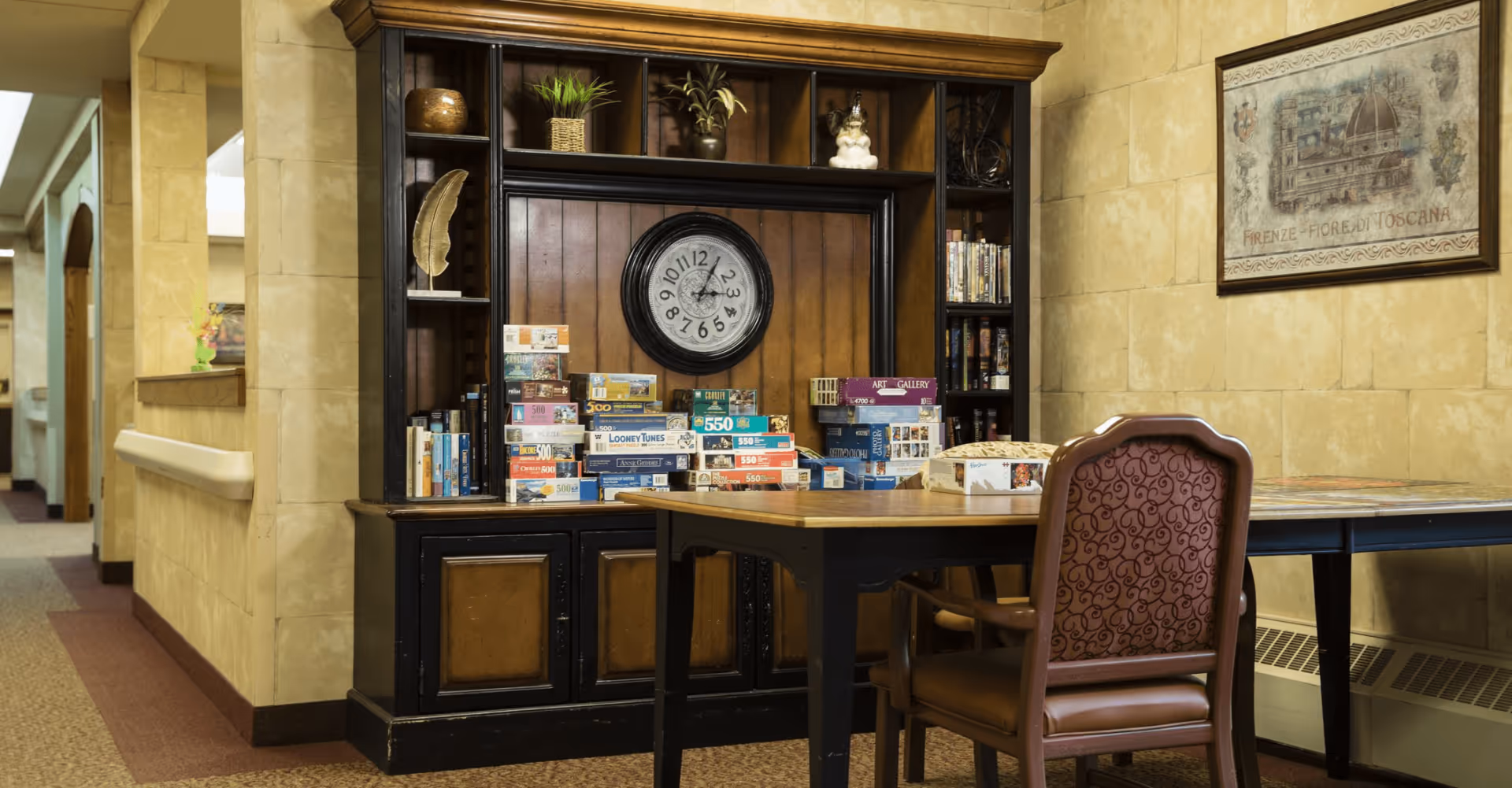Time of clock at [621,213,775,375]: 3:04
